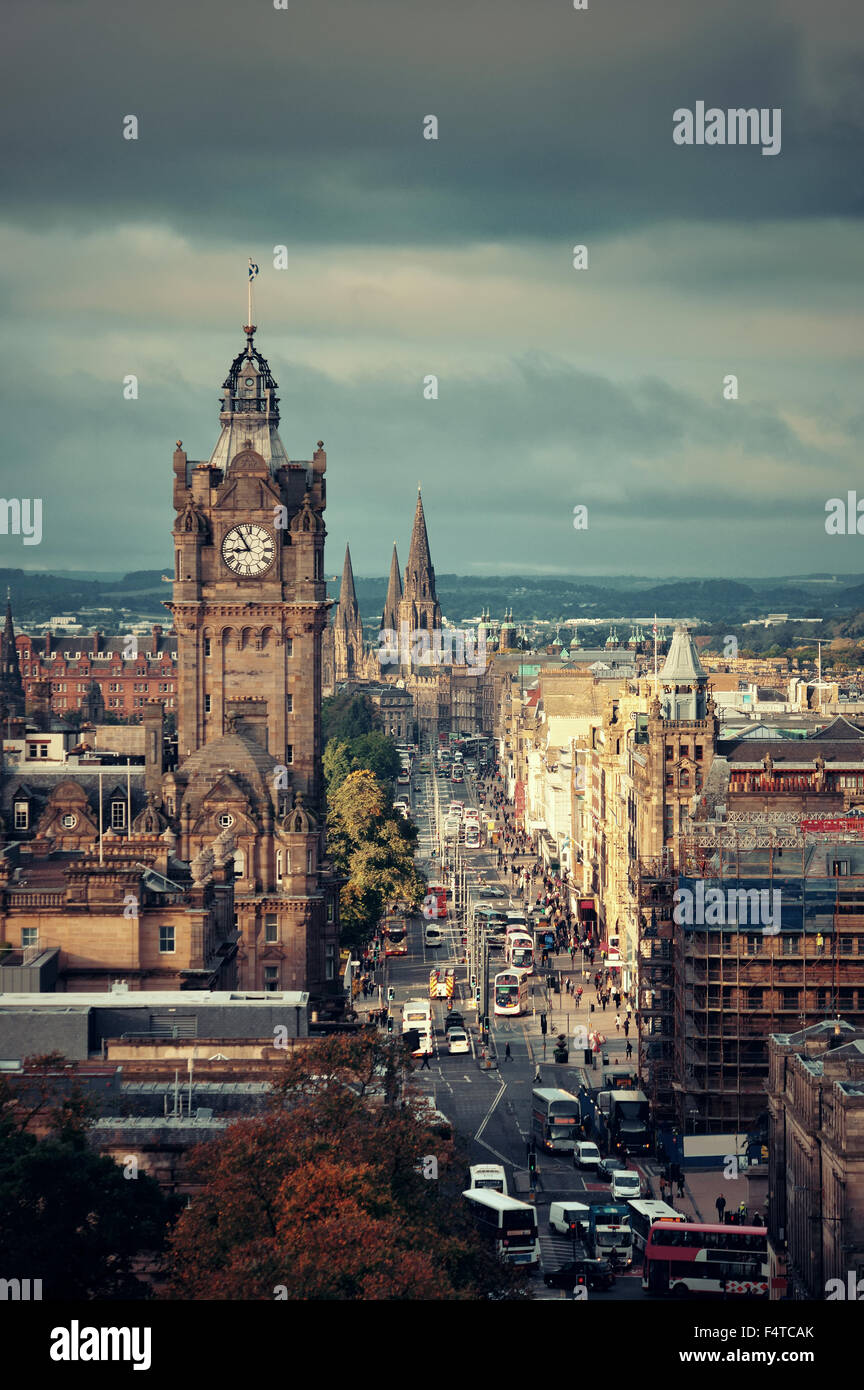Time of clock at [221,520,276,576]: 8:54
